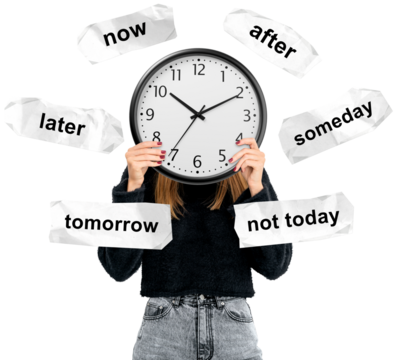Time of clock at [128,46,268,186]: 10:10
